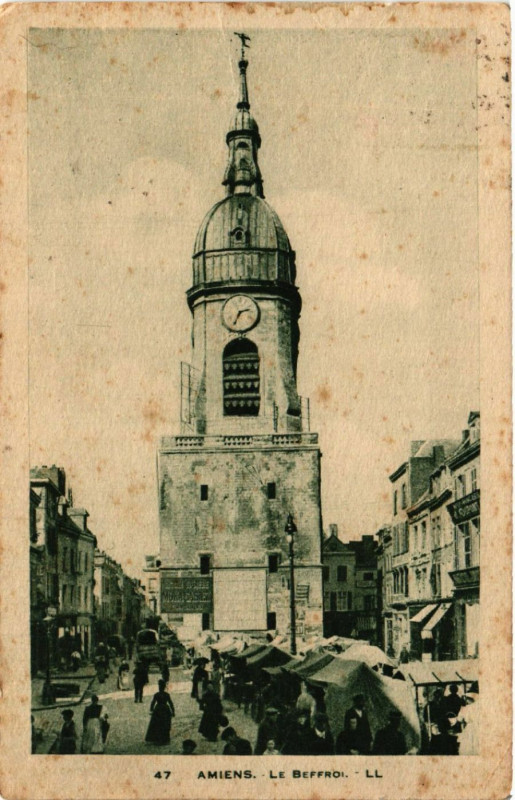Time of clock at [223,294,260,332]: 2:34
